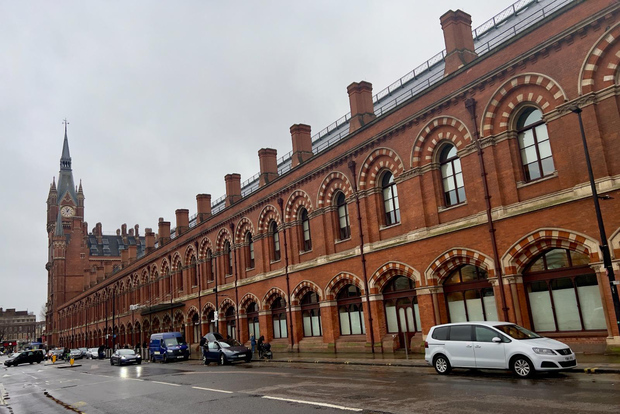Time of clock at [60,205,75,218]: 12:57
